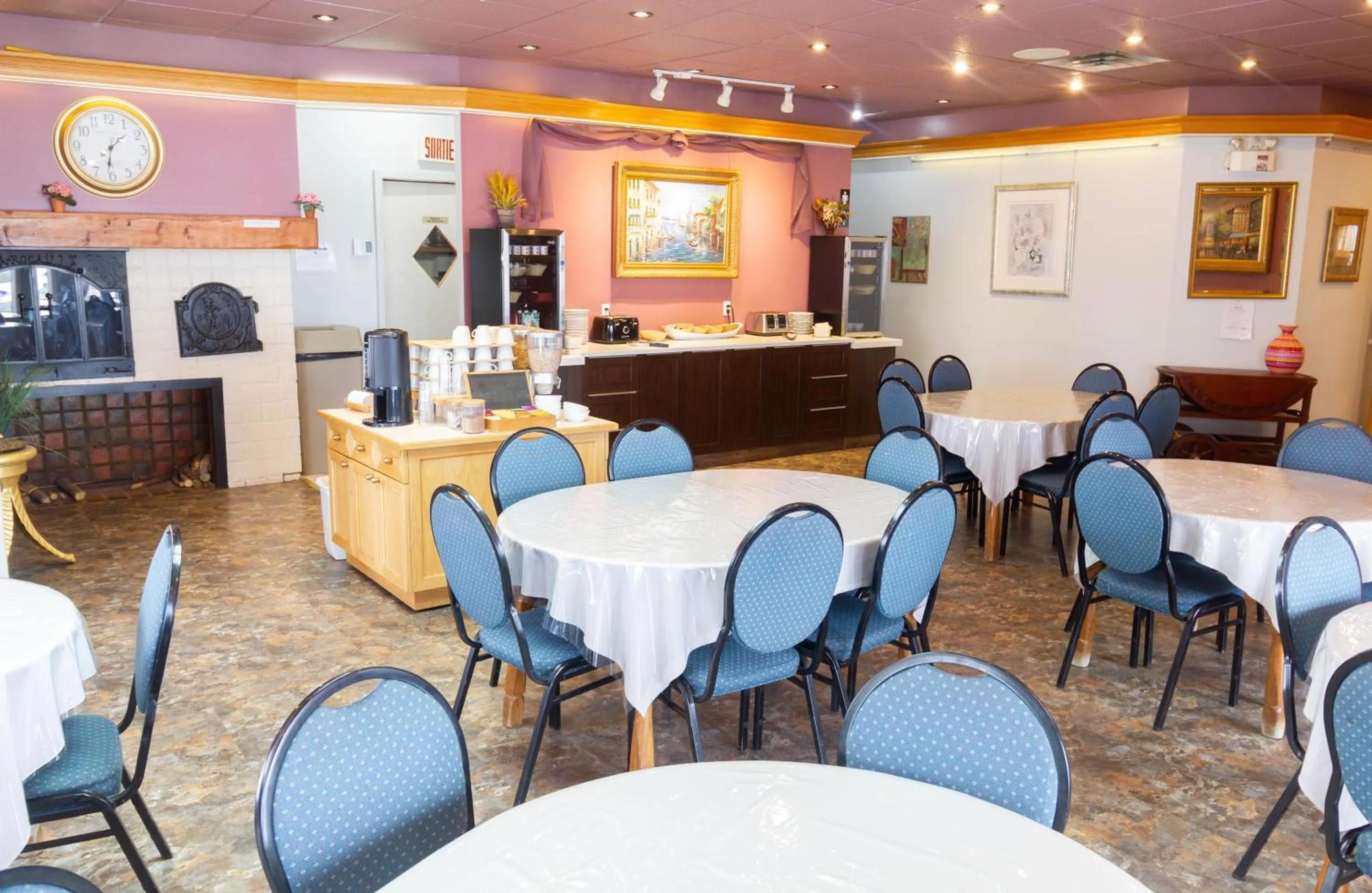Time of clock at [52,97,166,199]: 1:31
